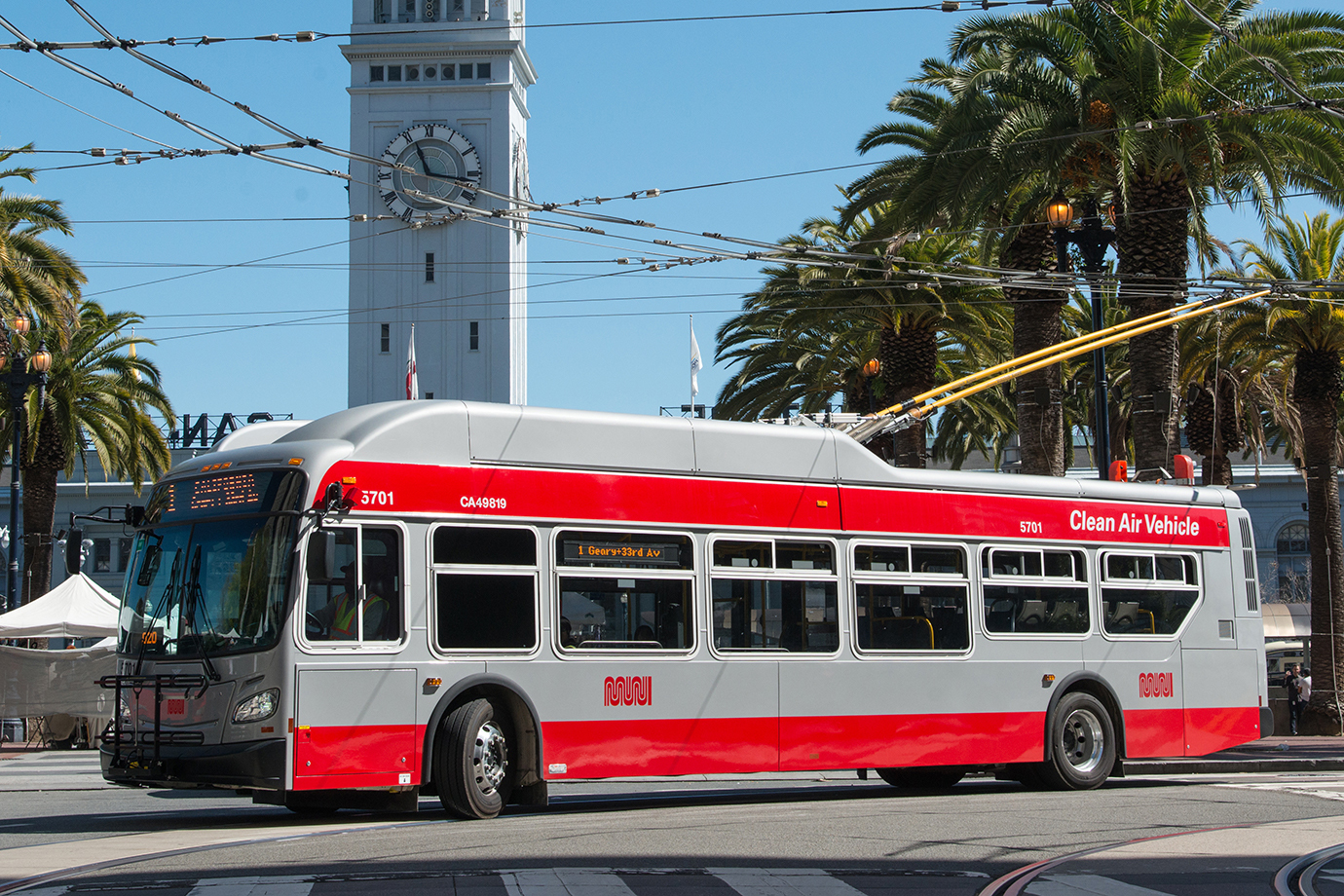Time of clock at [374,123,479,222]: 11:16
